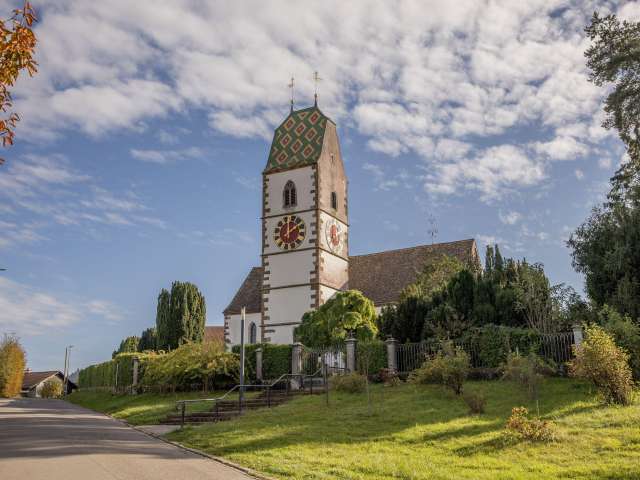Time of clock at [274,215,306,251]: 12:07
